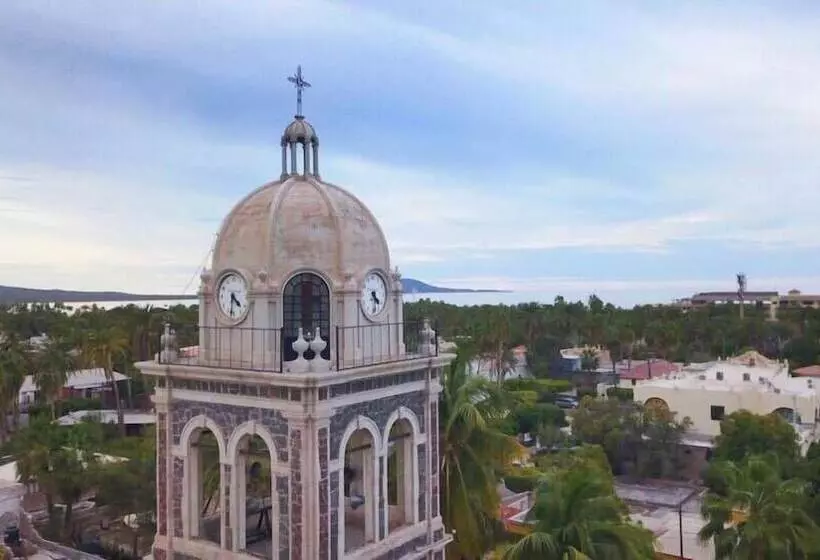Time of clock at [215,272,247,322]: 4:31
